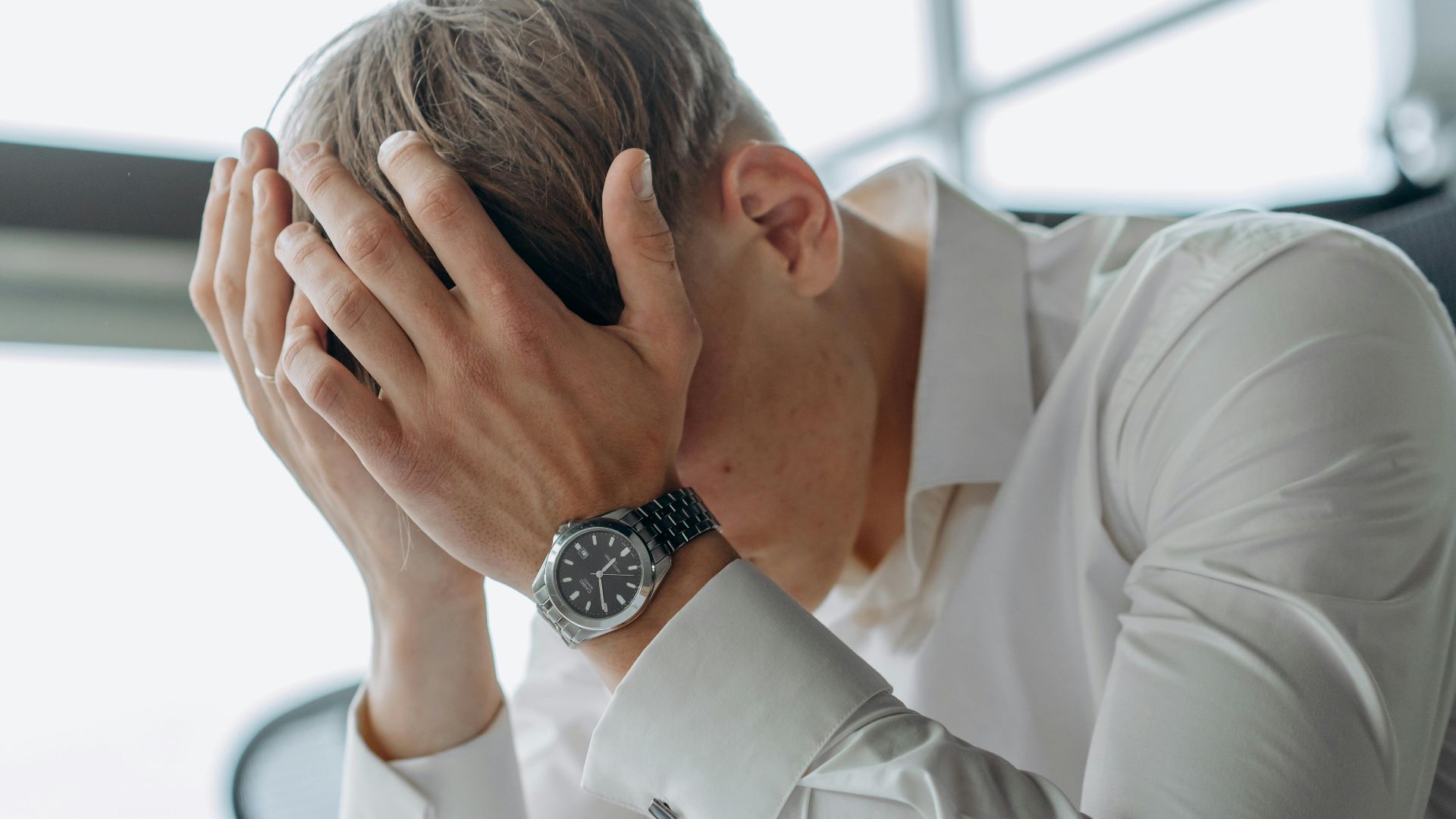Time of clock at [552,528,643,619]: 1:30
